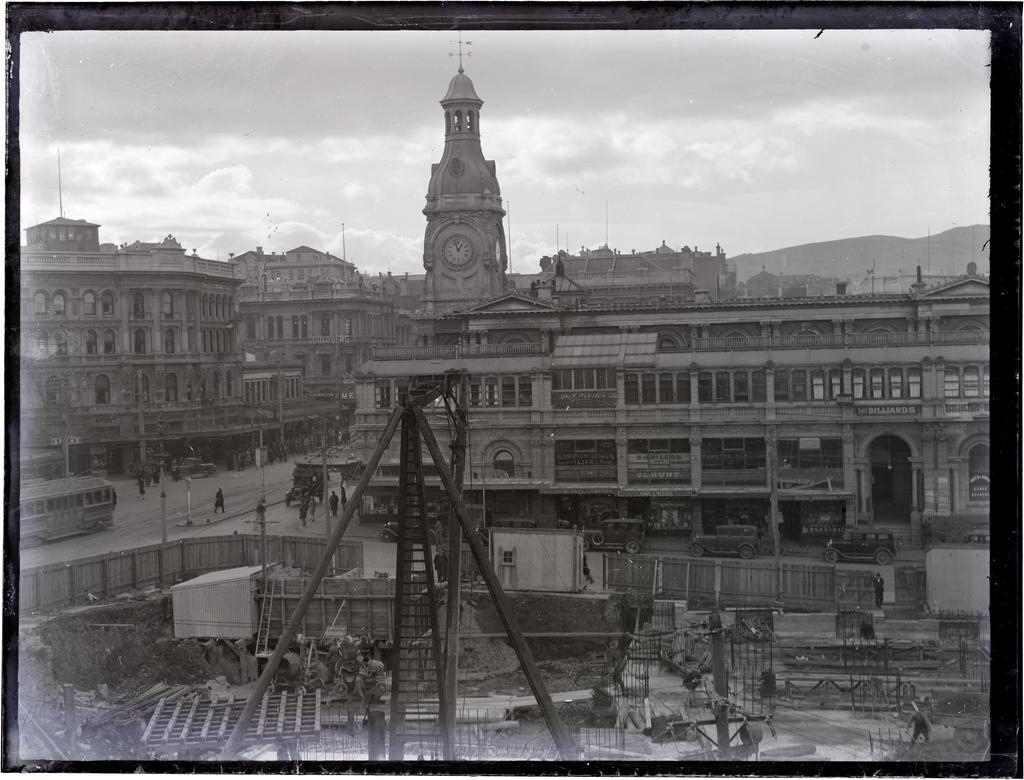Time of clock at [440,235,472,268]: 12:57
